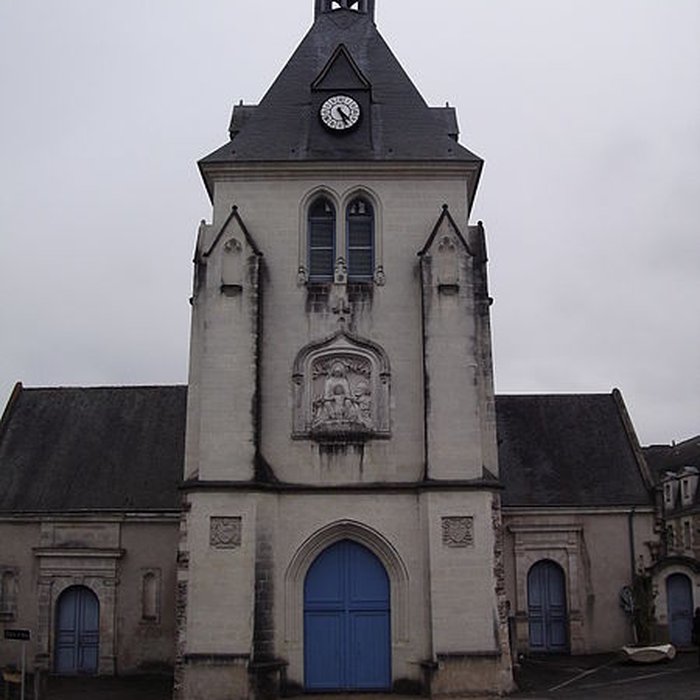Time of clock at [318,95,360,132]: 4:26
